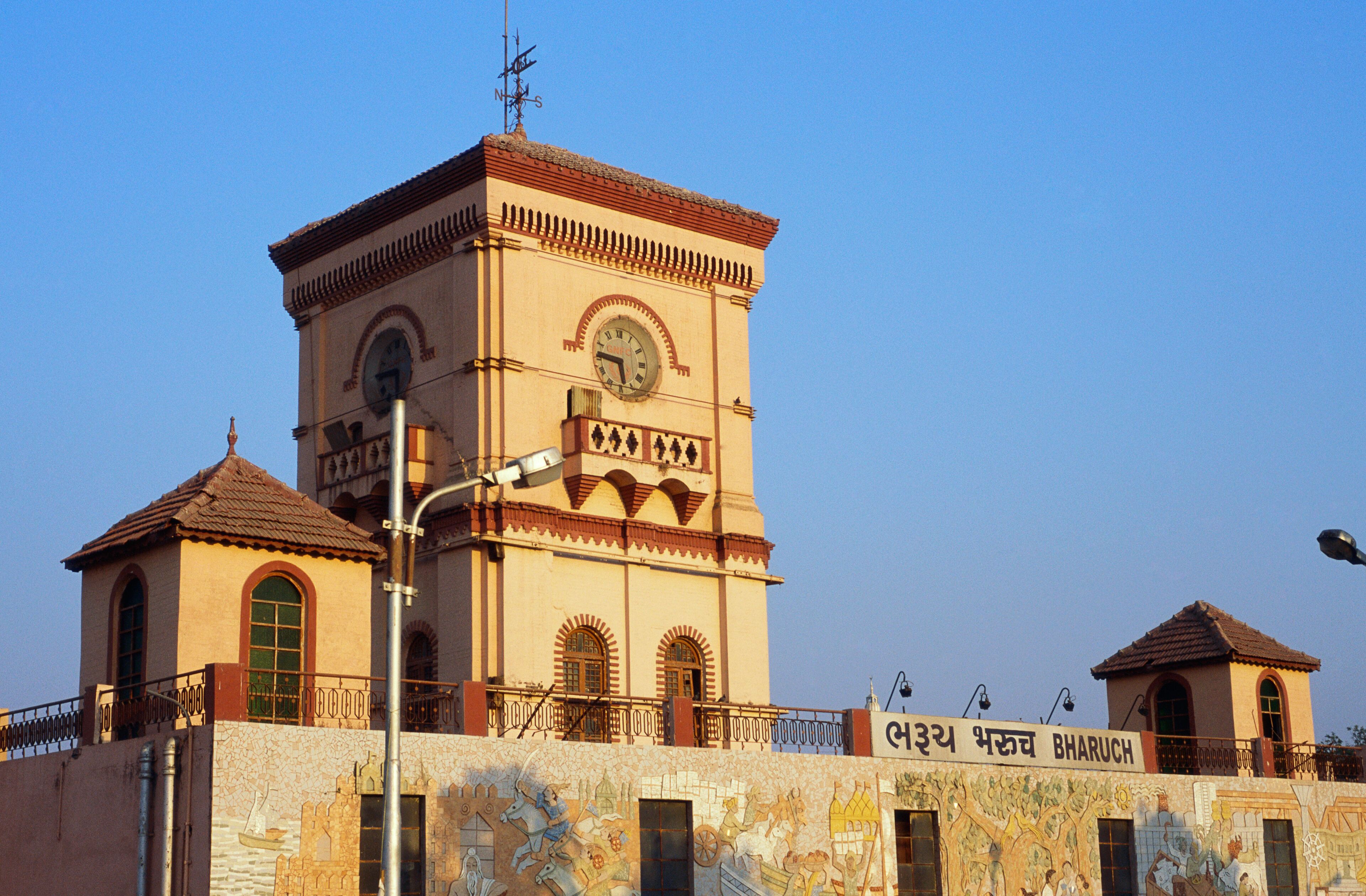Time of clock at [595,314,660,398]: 5:46
